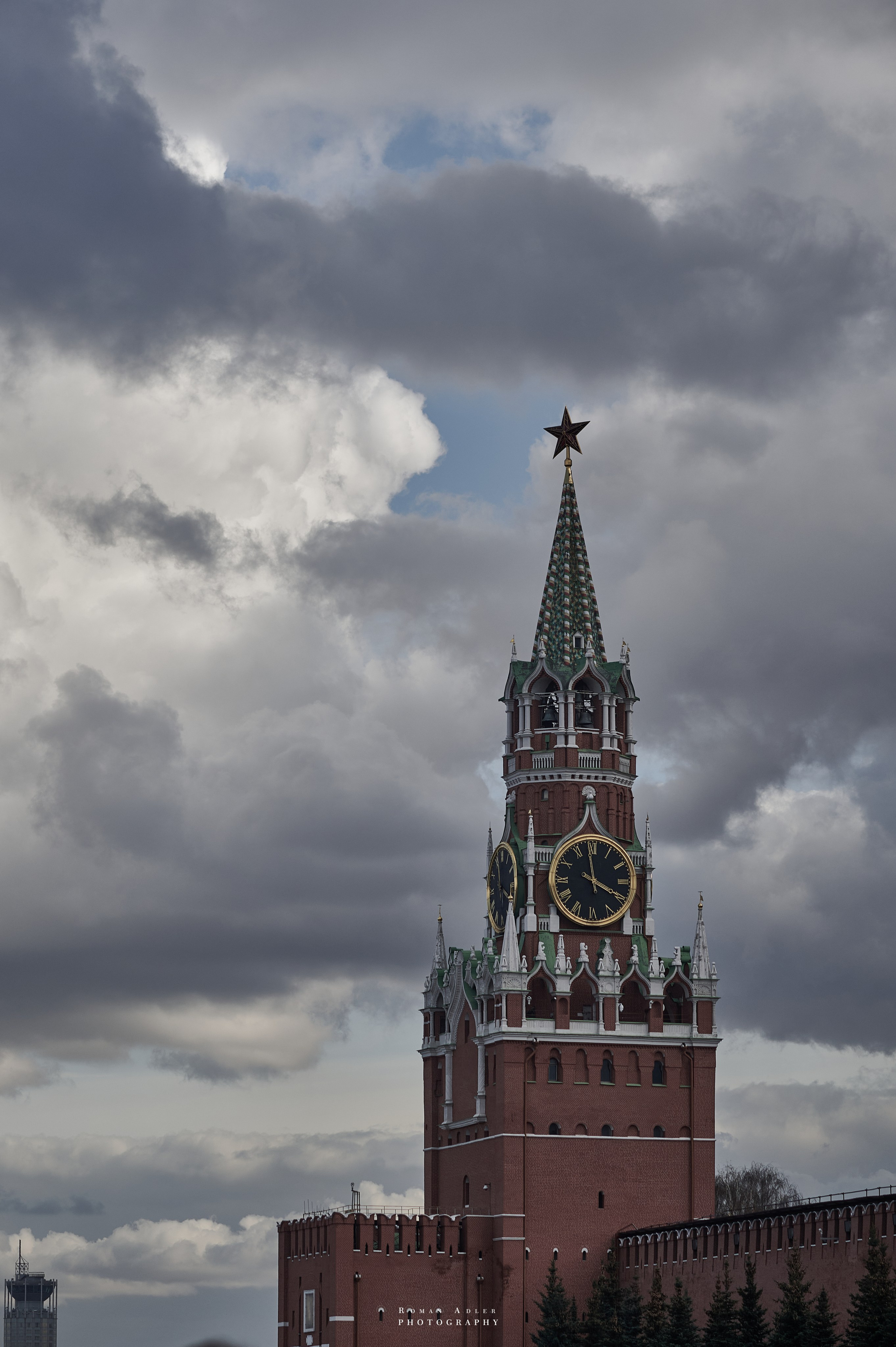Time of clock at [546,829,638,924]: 3:58
